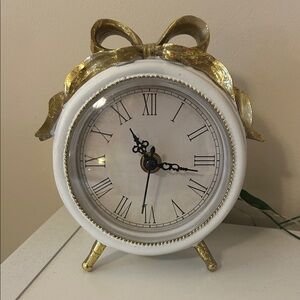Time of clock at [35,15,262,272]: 11:17
